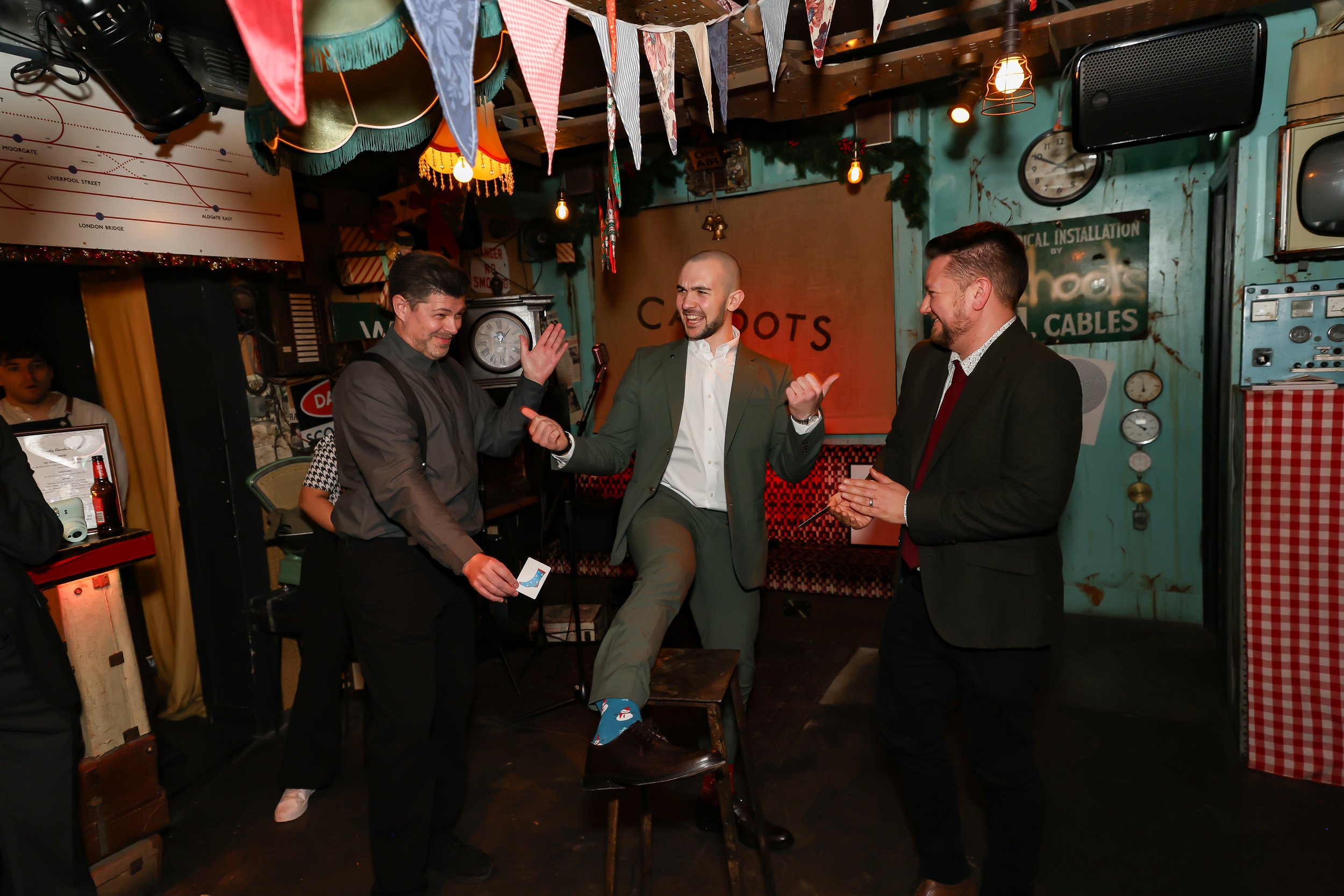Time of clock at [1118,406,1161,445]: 3:50
